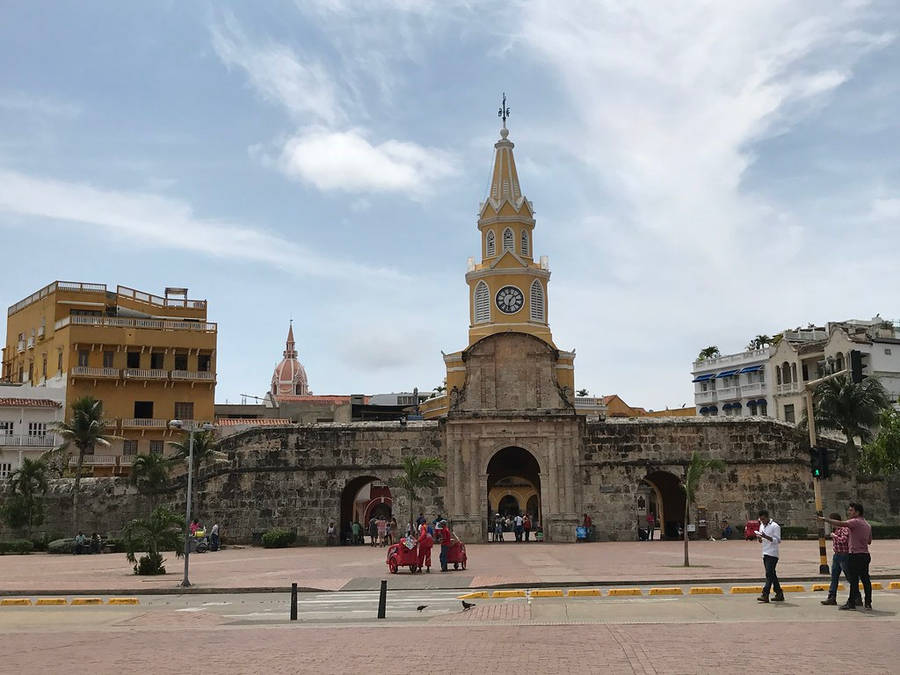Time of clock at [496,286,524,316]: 1:32
